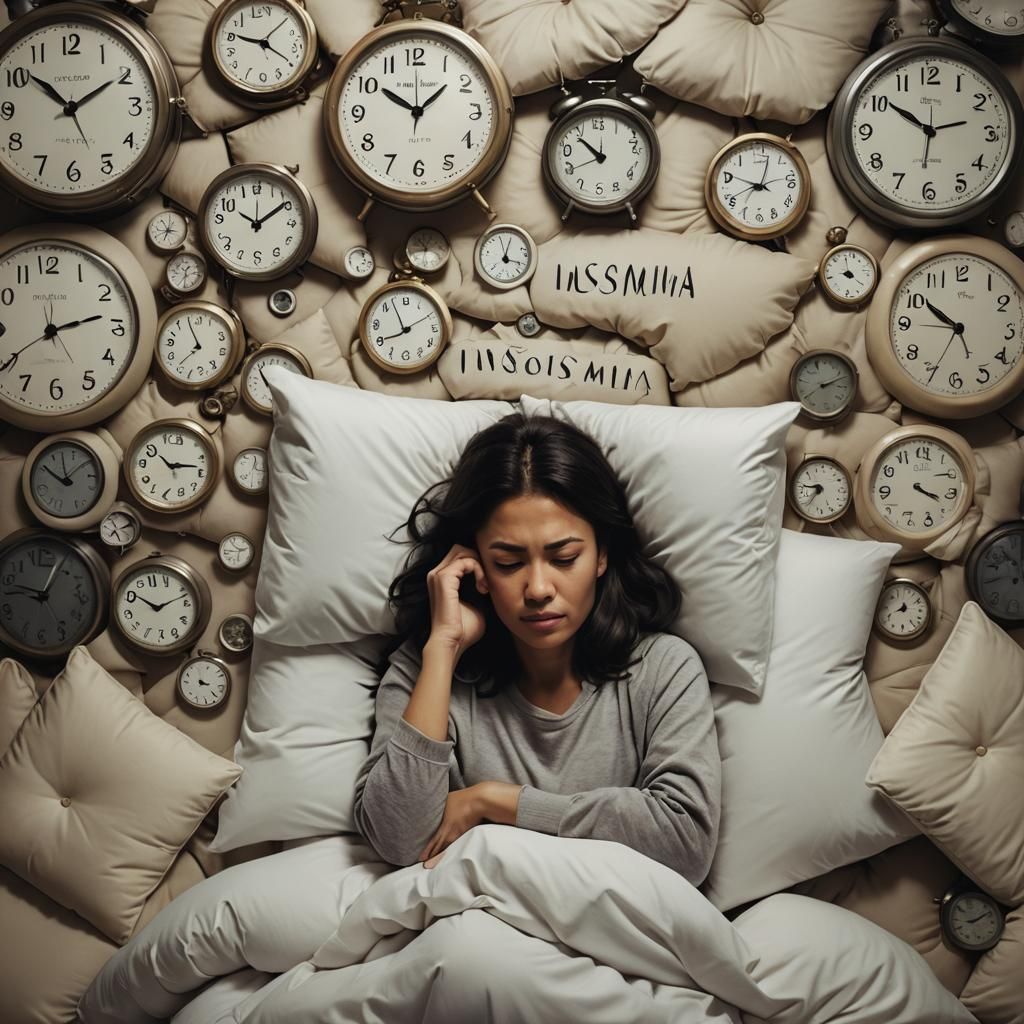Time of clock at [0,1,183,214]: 1:51
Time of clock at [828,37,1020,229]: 10:12
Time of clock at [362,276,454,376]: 7:56
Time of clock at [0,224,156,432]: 2:39
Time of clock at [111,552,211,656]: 10:12
